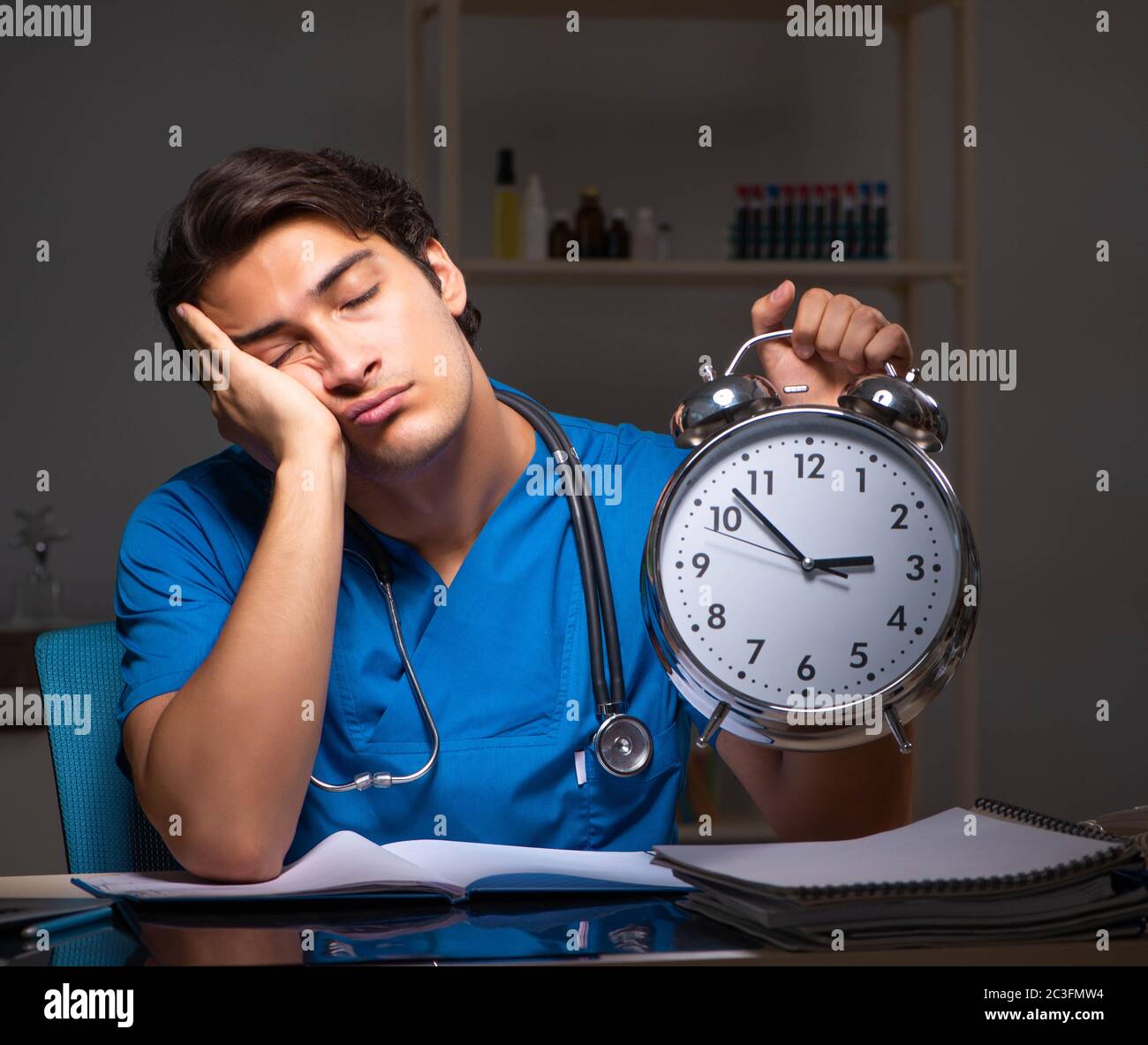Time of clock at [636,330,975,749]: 2:52
